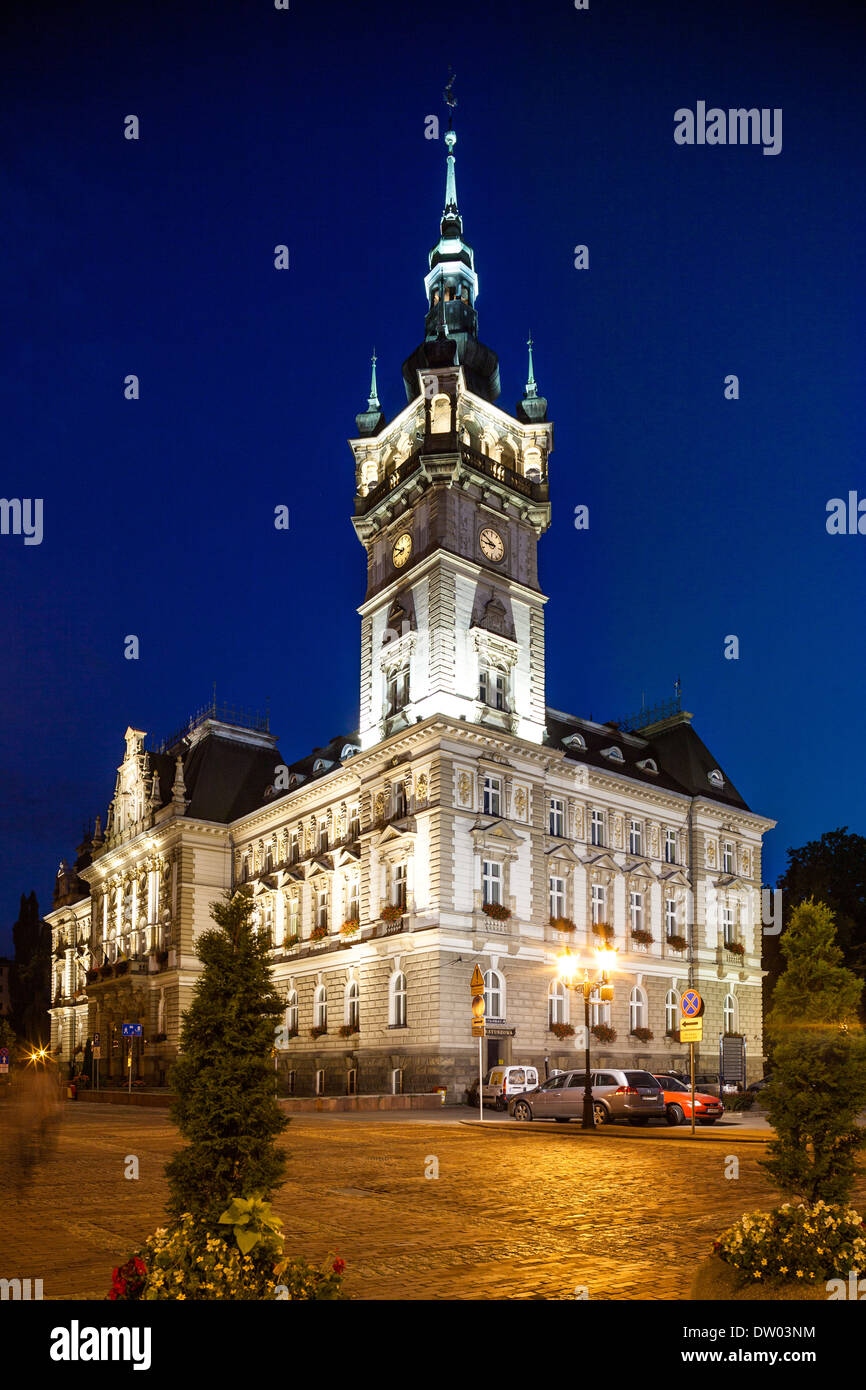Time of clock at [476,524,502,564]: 8:50
